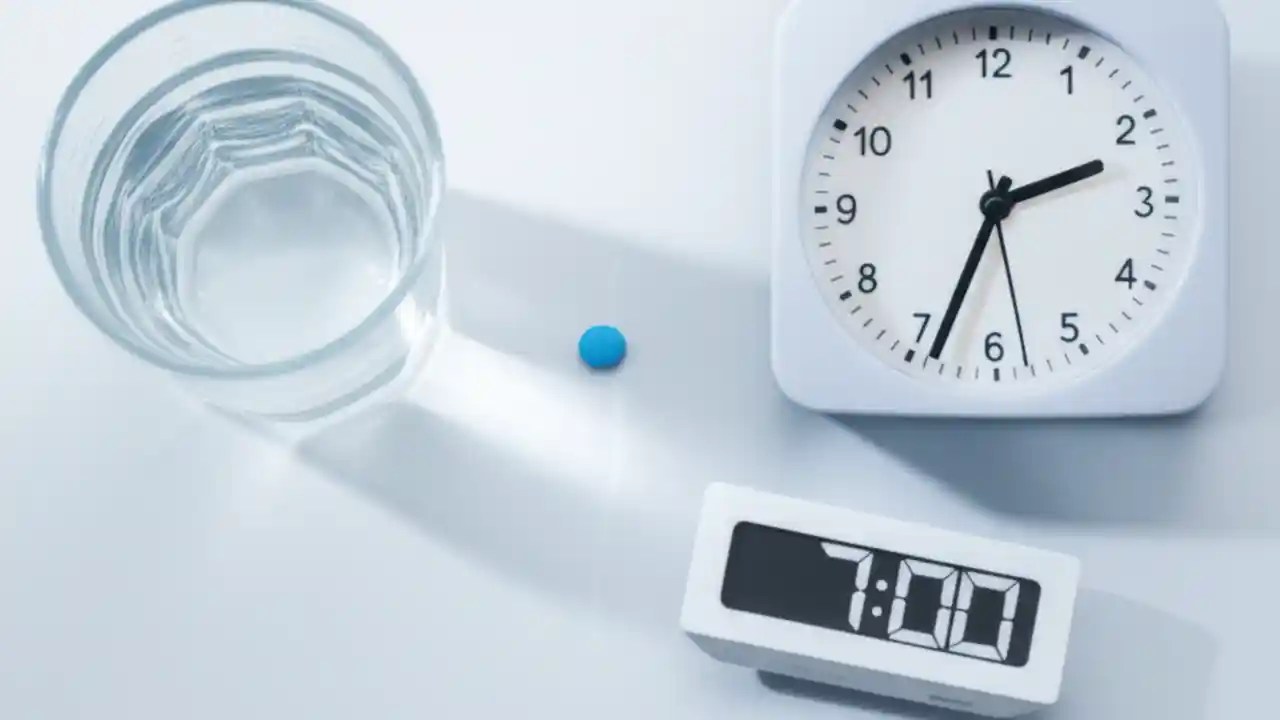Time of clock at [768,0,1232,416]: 2:33
